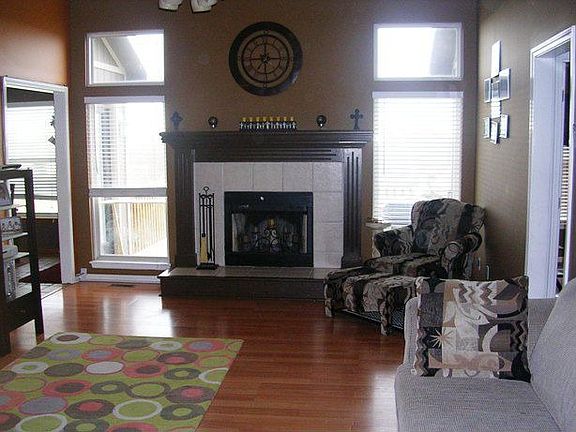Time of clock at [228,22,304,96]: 7:00
